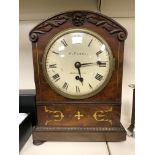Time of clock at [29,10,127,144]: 5:14
